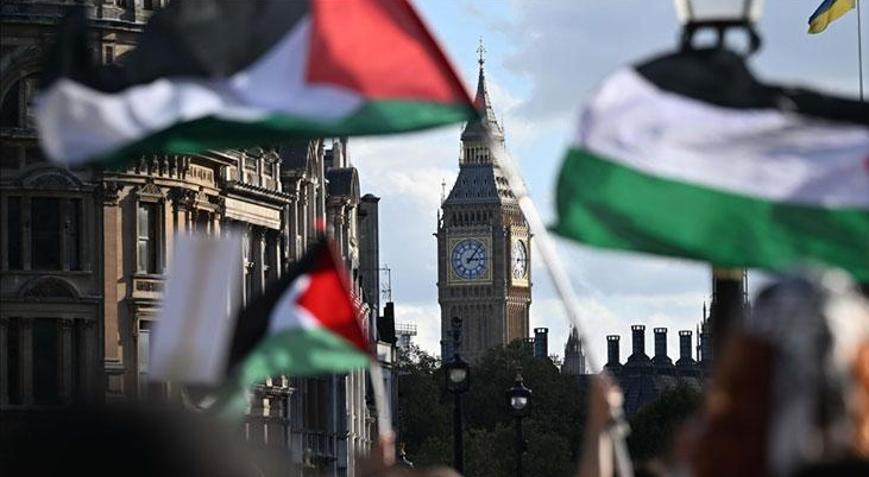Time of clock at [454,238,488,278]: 3:06
